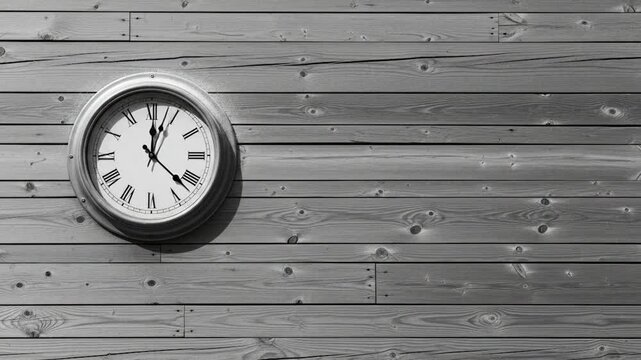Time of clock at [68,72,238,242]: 12:22
